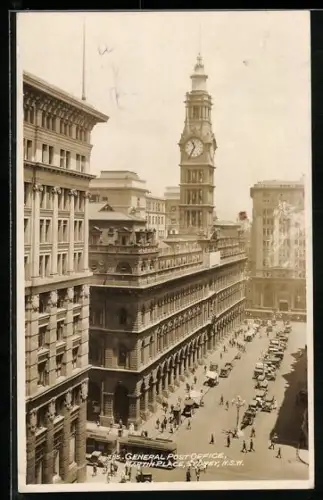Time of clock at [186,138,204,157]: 11:35
